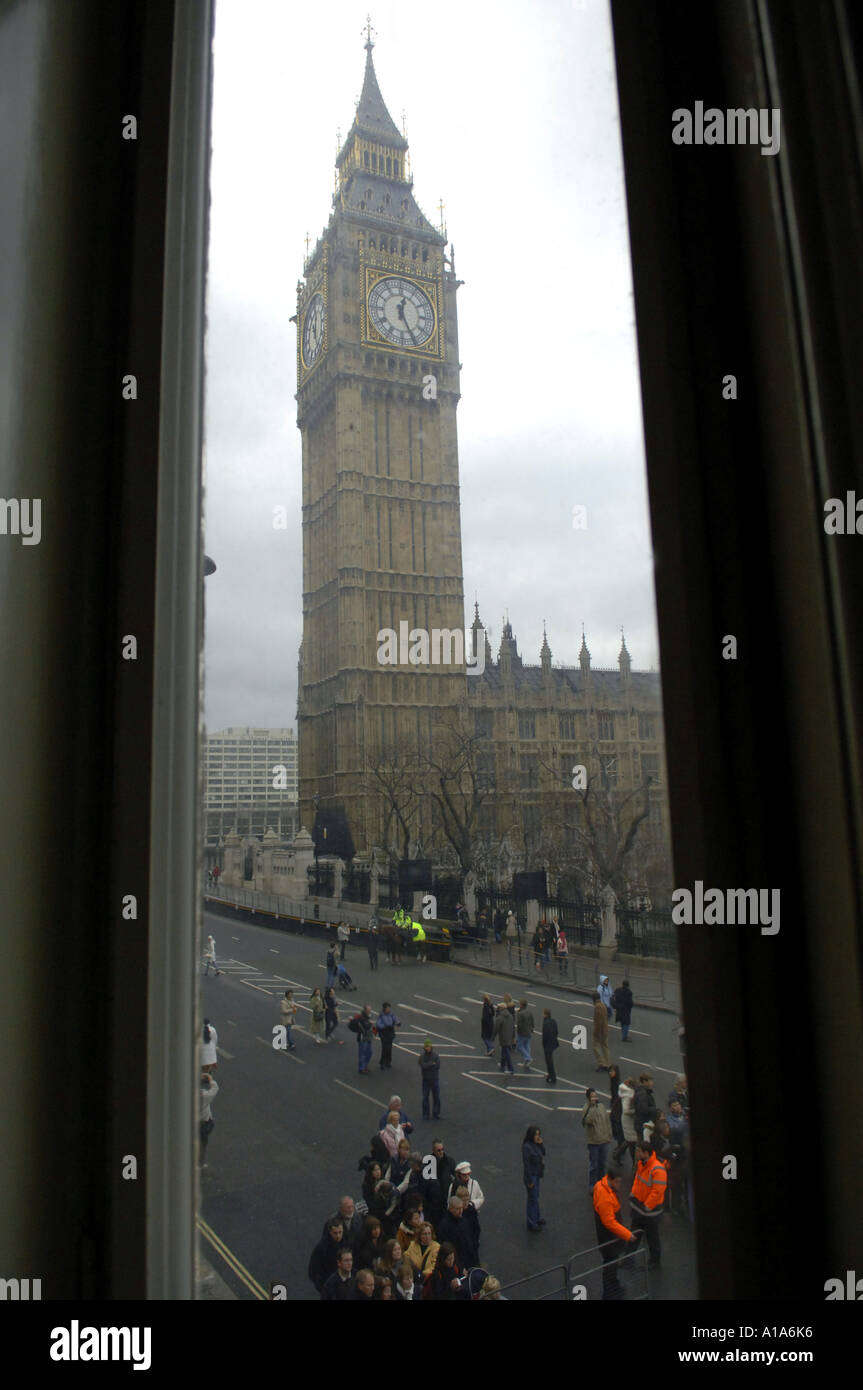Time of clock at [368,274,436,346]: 12:25
